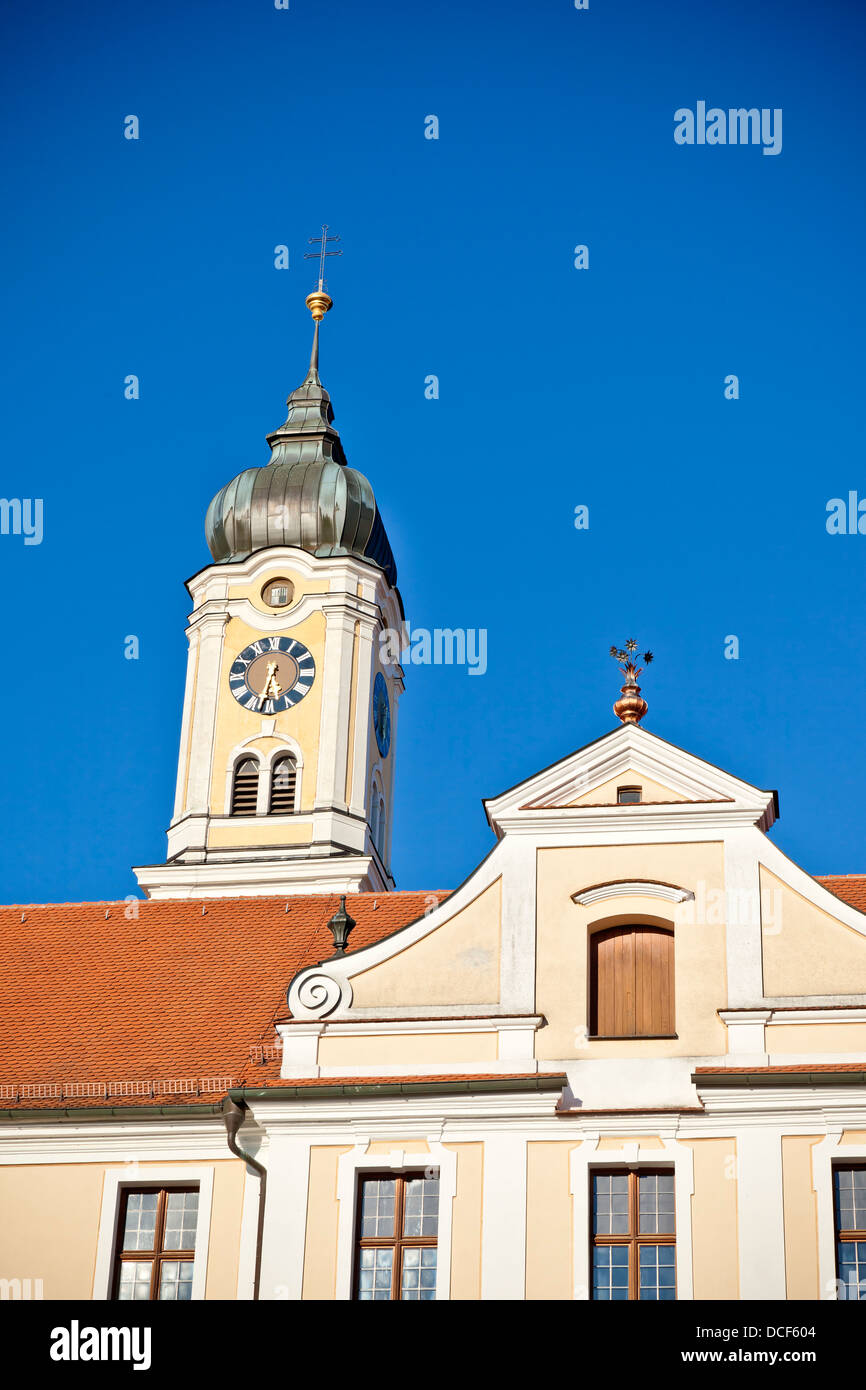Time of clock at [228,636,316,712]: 5:32
